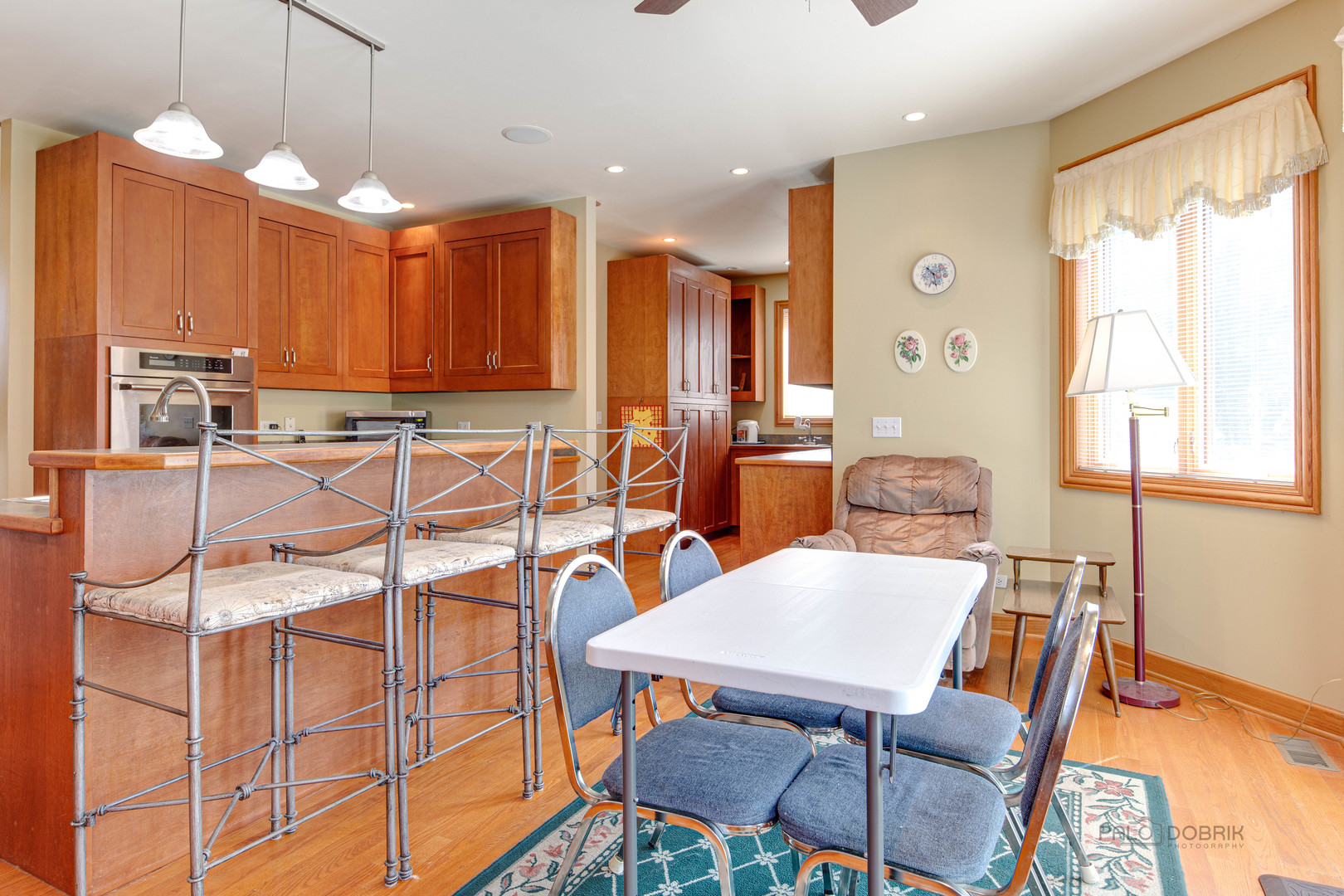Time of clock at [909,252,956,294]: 10:28
